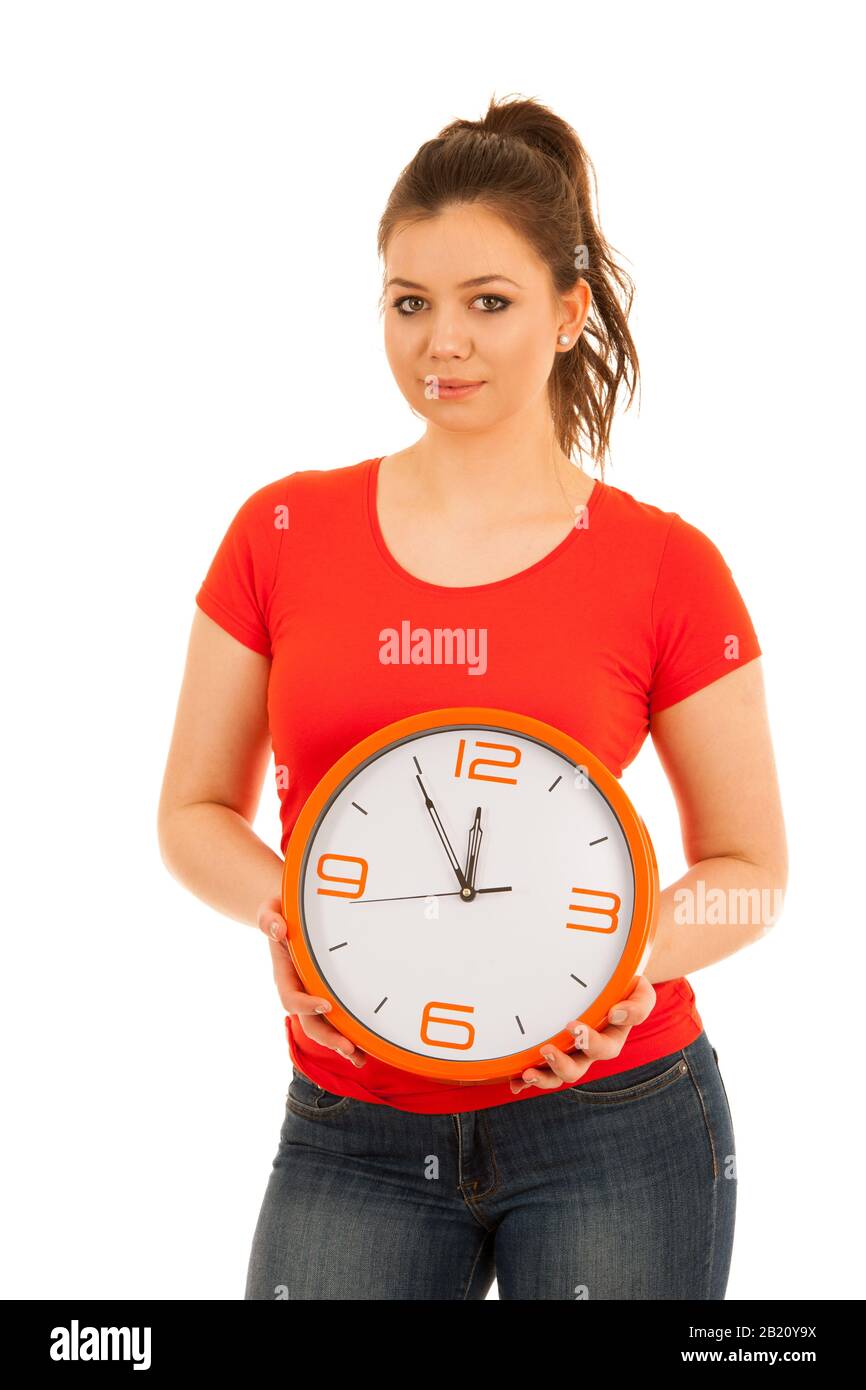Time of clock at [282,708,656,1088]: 11:54
